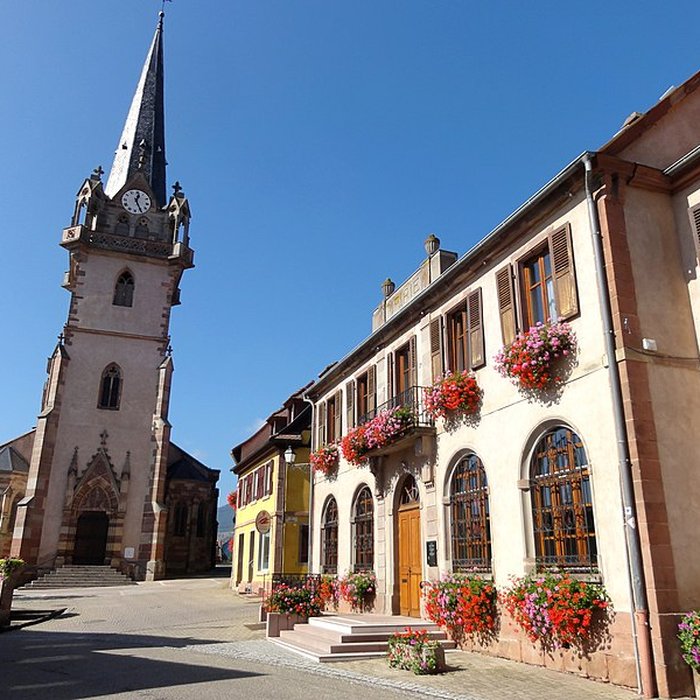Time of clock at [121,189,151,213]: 12:25
